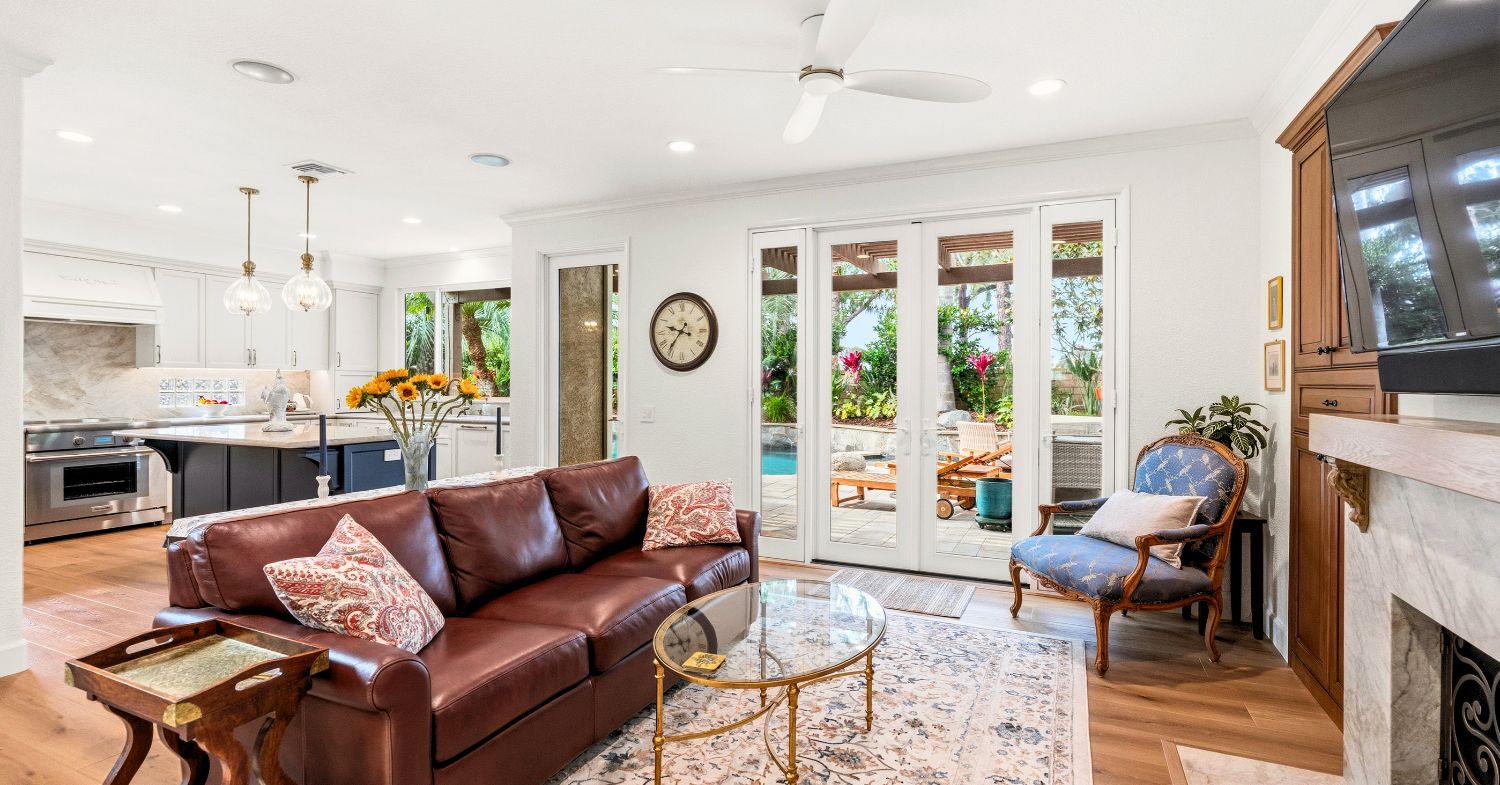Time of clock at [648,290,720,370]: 9:36
